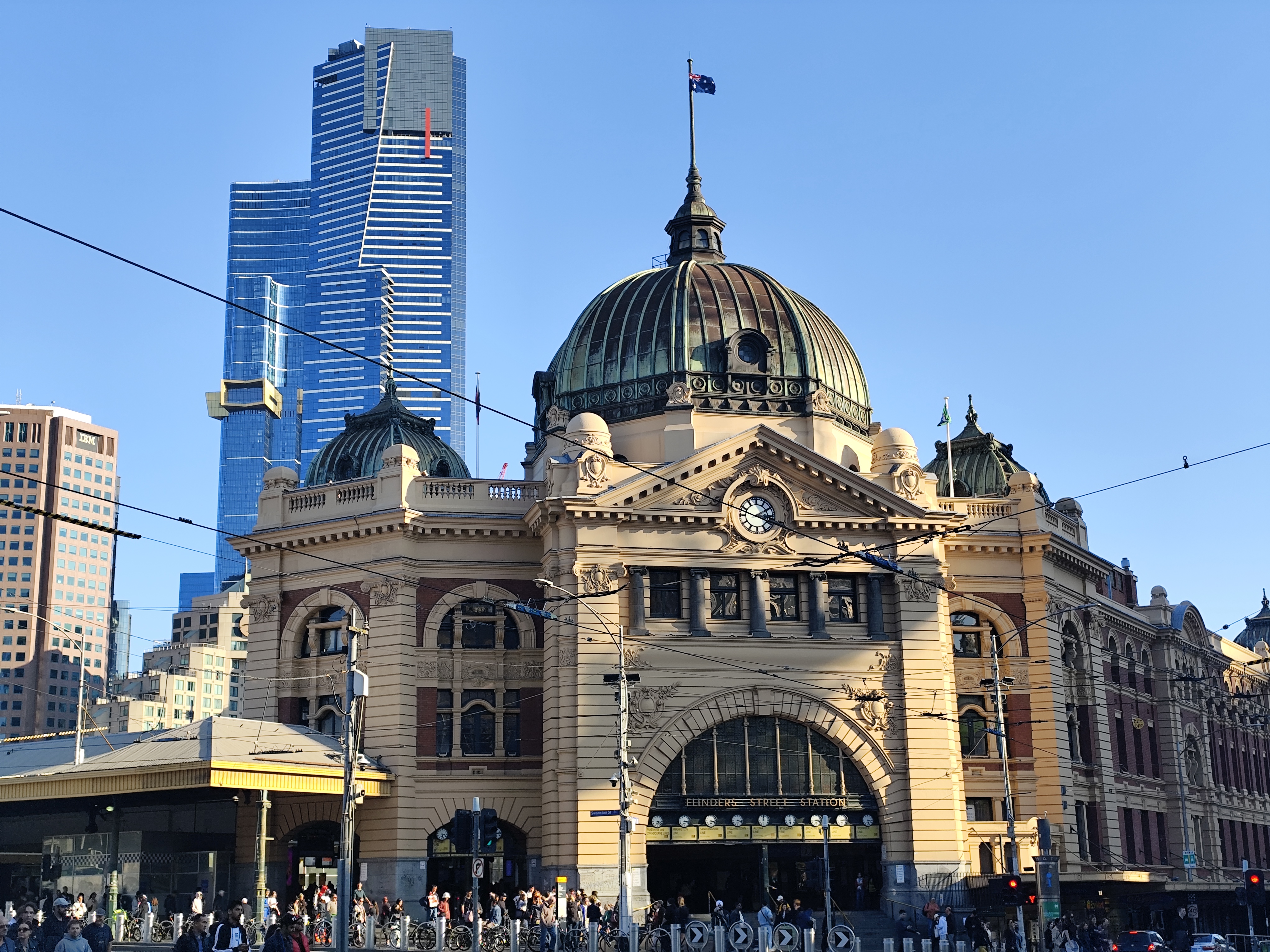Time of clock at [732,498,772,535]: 3:47
